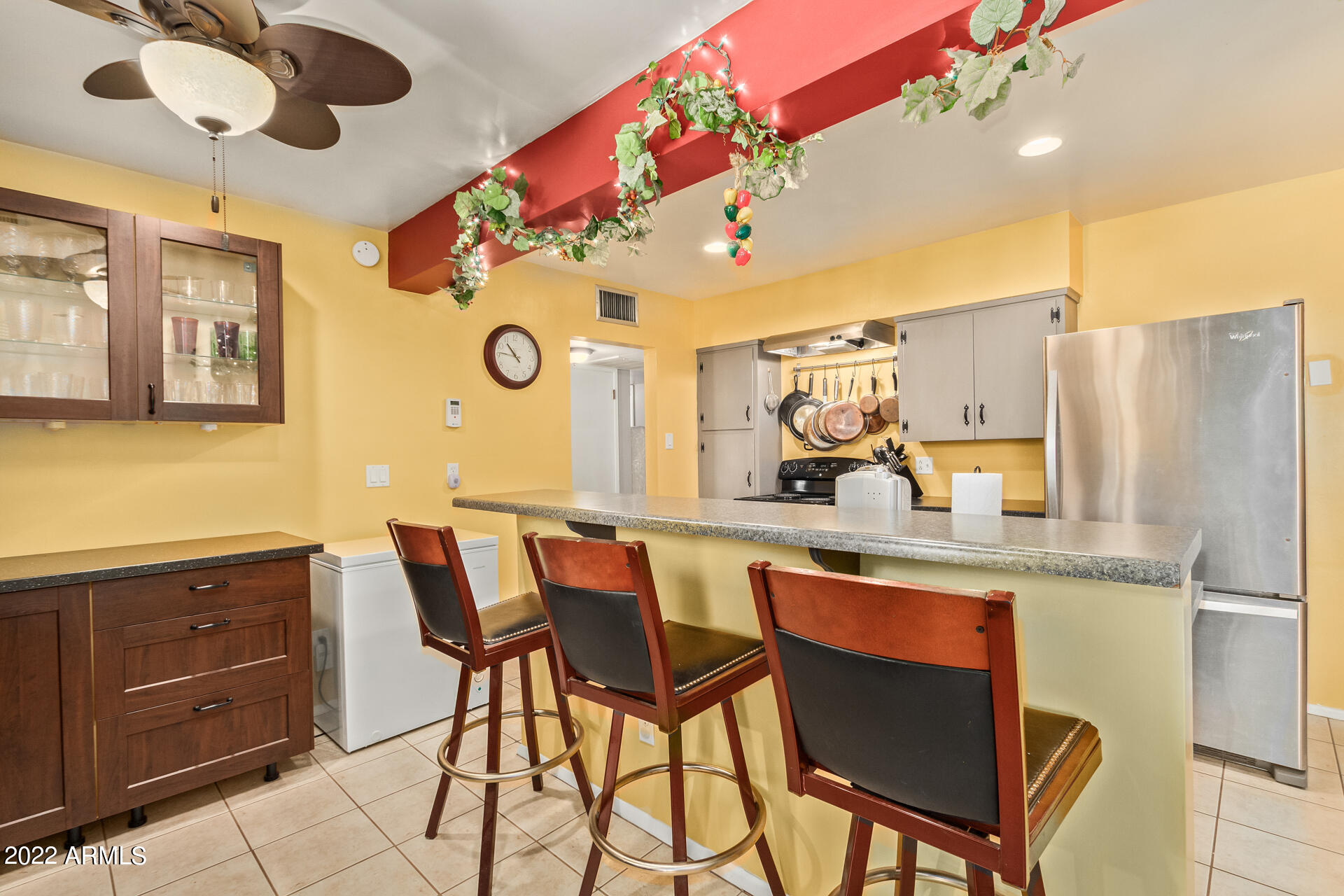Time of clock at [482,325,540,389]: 10:46
